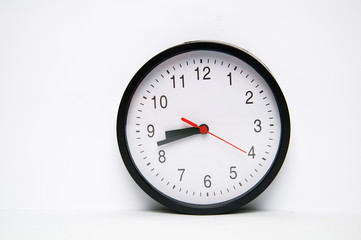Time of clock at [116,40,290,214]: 8:42
